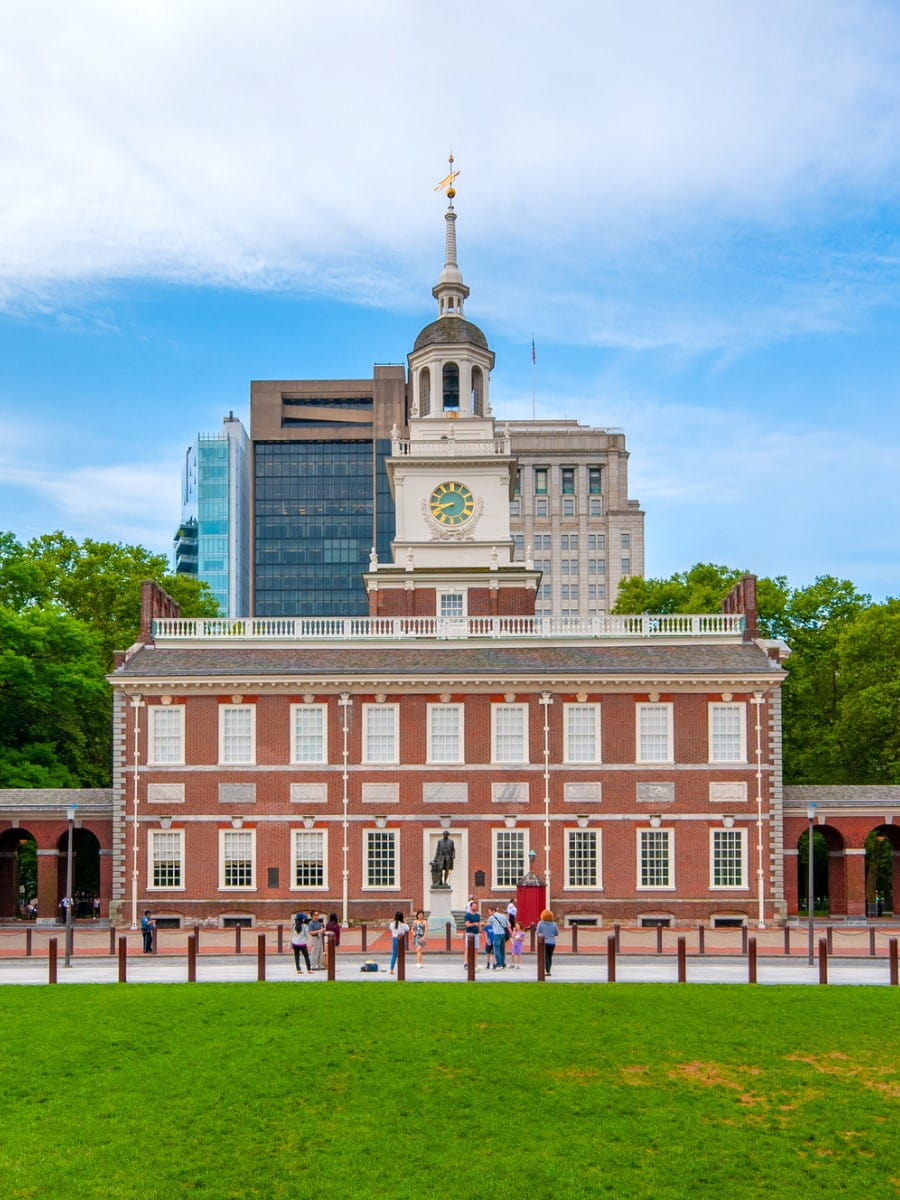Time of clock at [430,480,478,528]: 8:40
